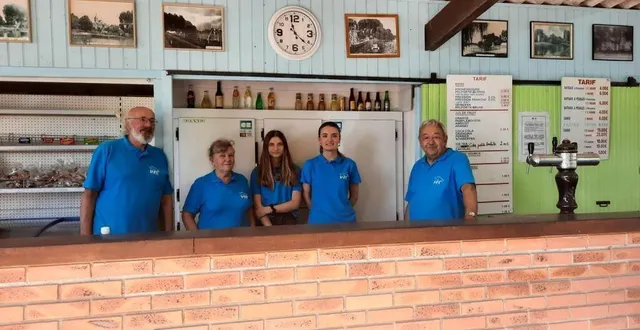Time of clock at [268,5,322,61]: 11:21
